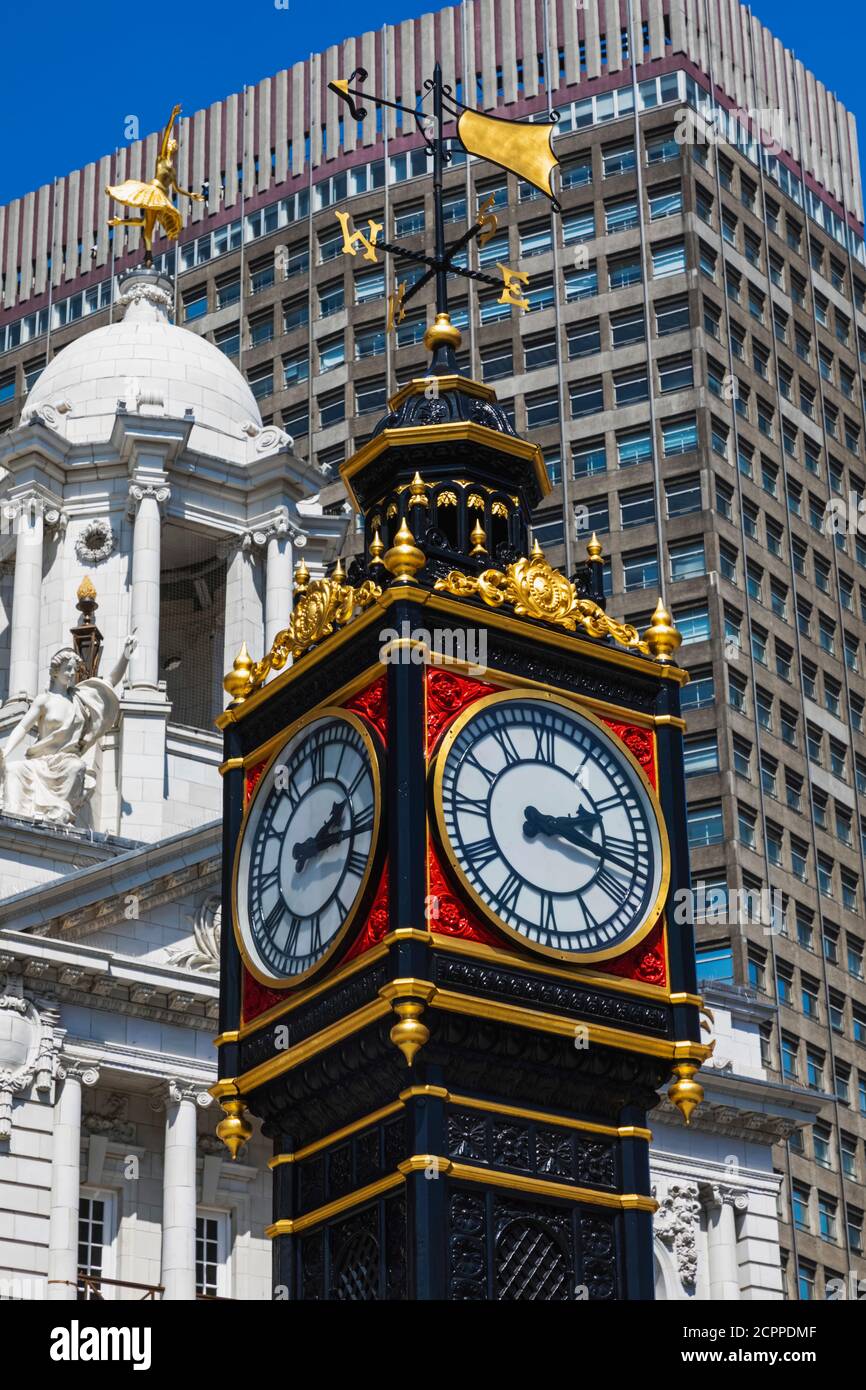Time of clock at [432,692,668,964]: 2:17
